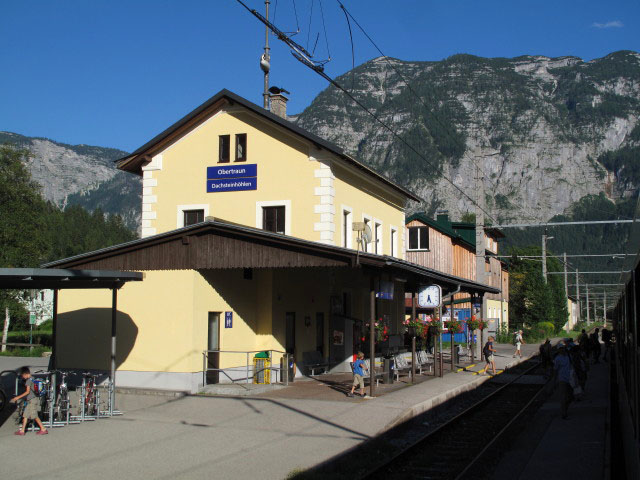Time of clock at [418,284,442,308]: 6:27
